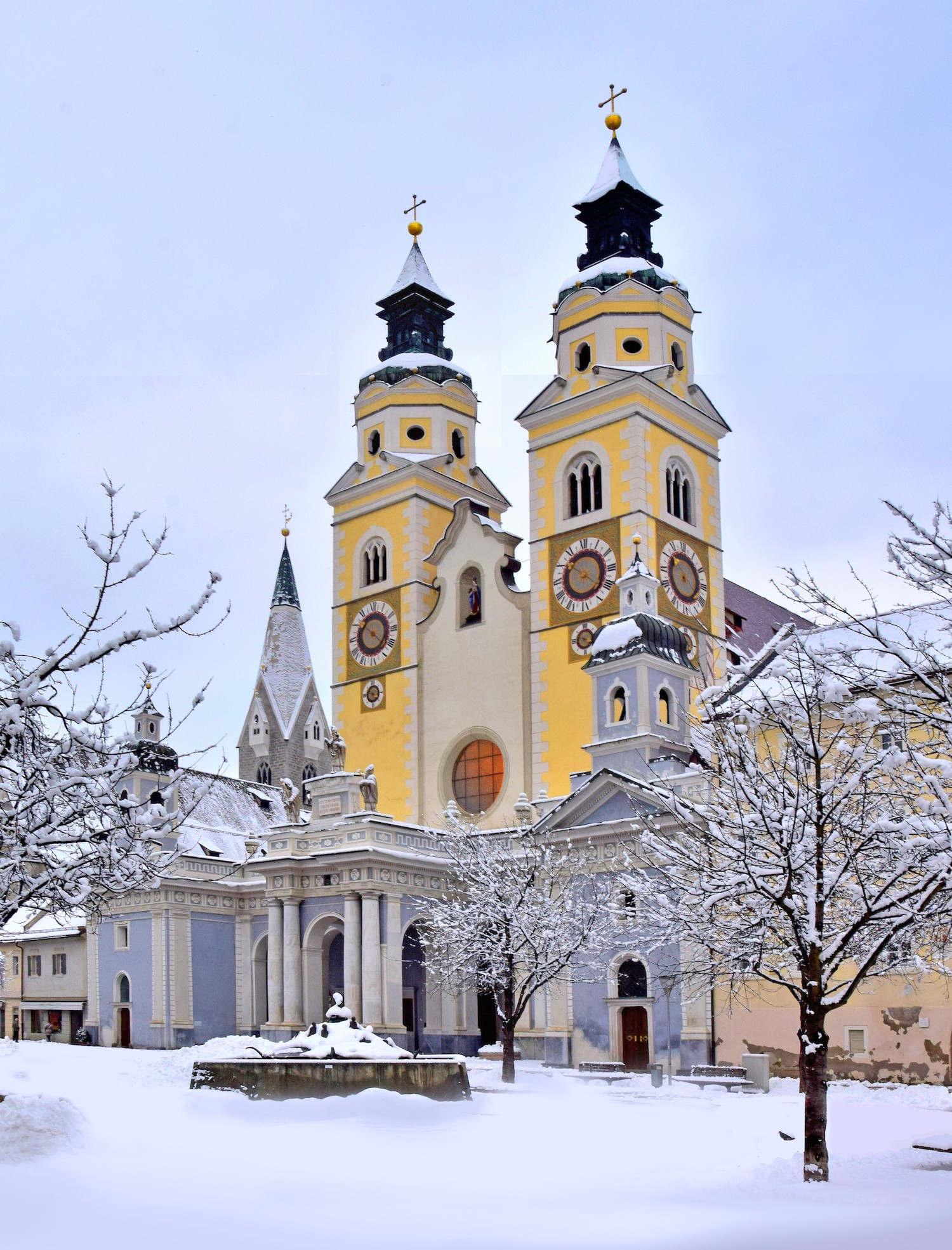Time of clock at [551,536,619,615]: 10:21
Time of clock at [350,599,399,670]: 10:22
